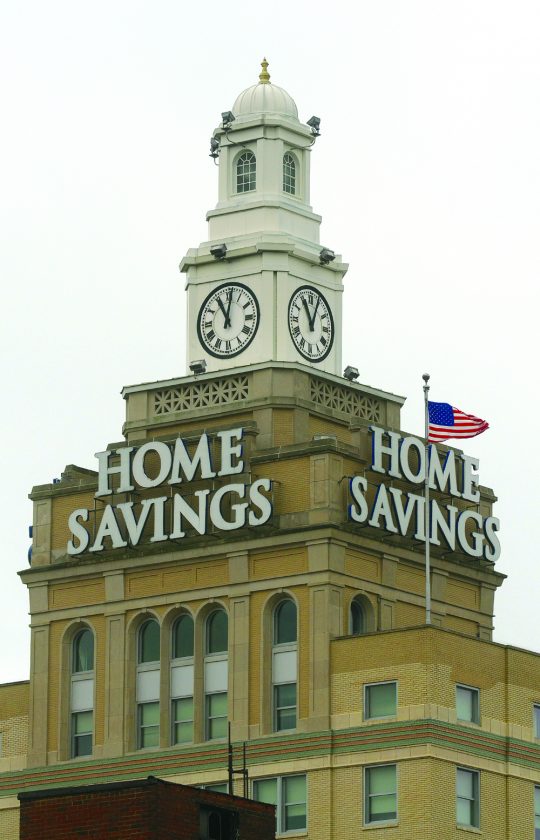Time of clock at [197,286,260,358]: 11:01
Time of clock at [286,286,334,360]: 11:04
